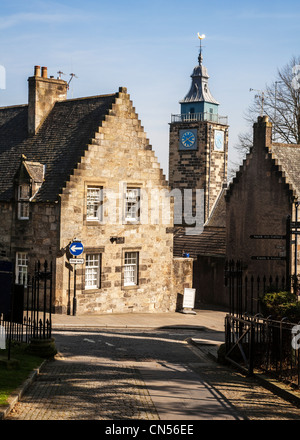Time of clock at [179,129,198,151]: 4:09
